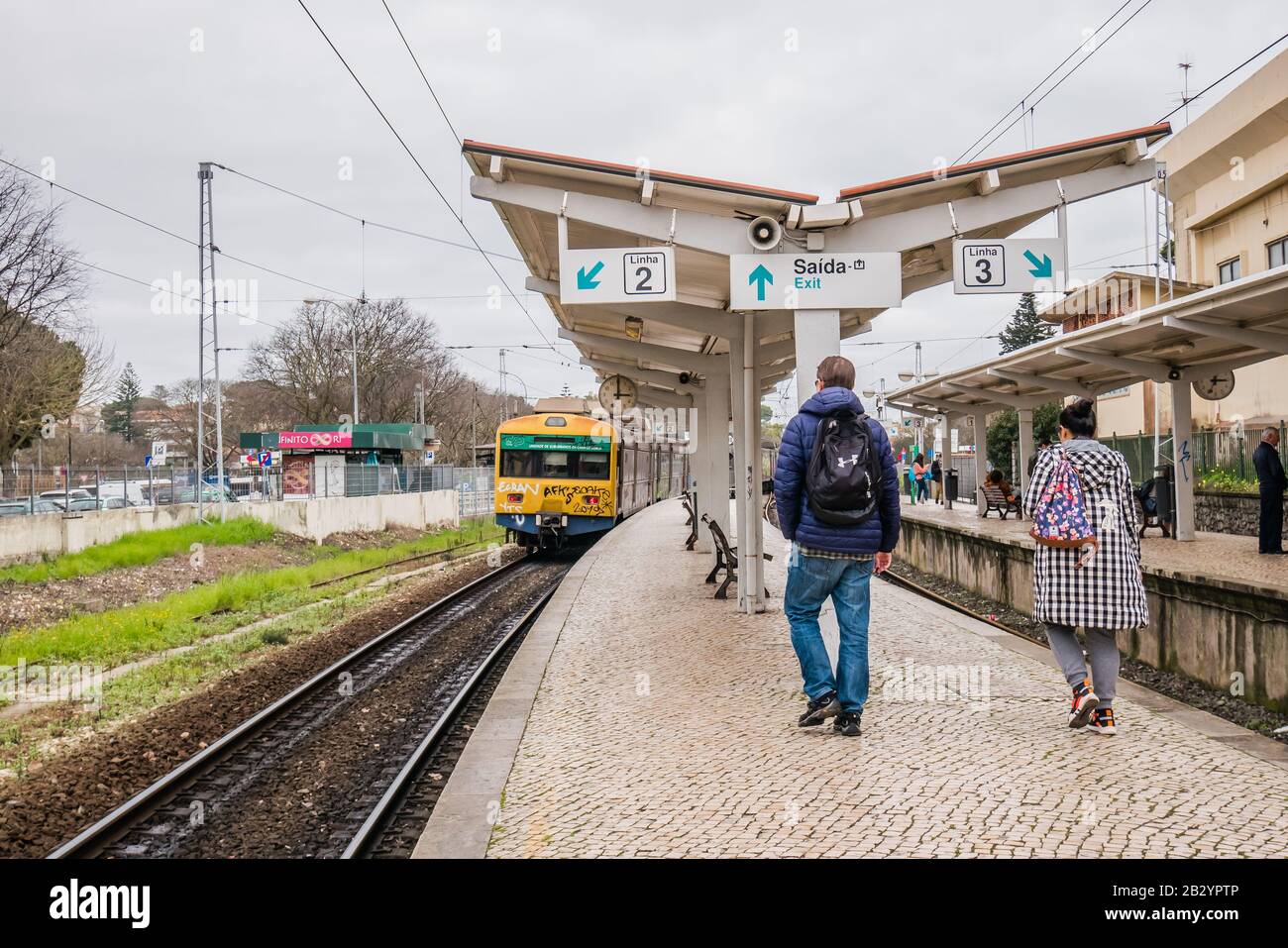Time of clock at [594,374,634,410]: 3:00
